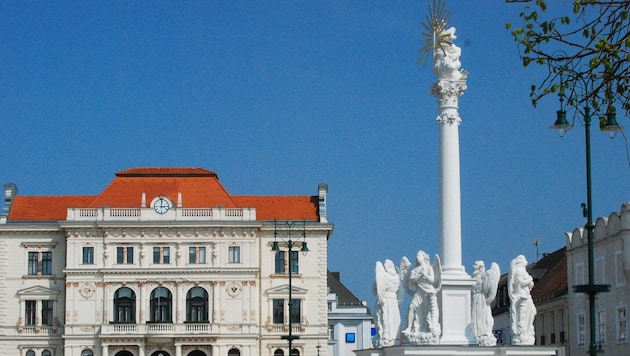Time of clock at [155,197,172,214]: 3:00
